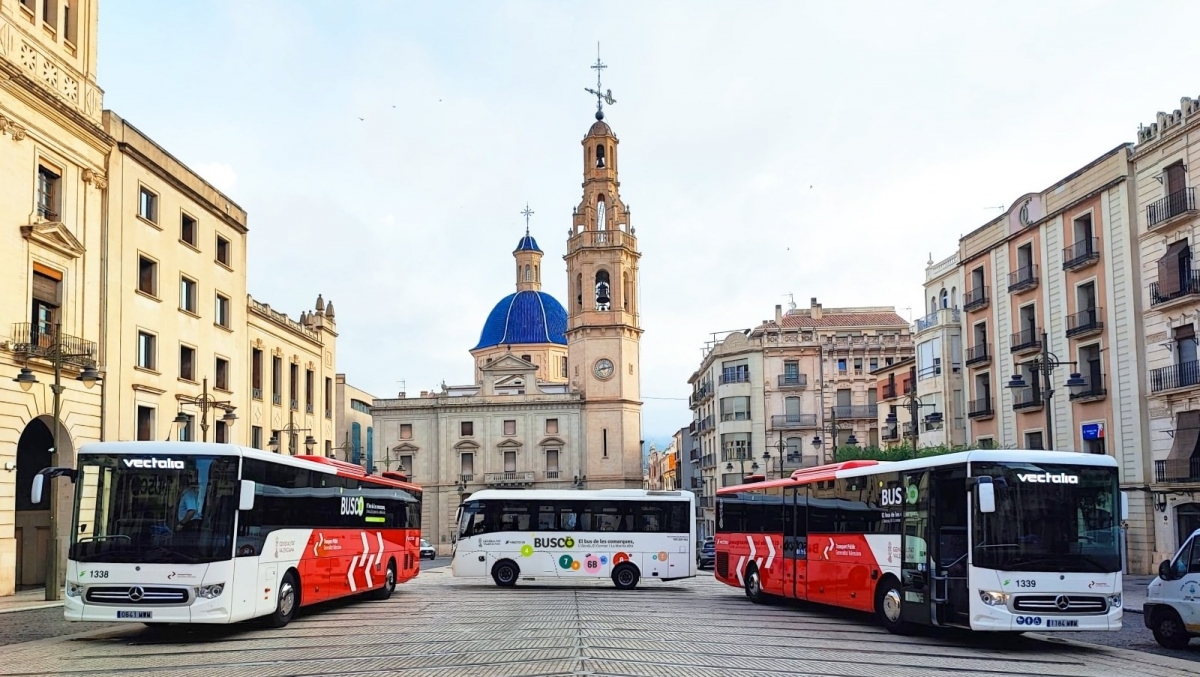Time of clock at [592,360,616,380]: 8:12
